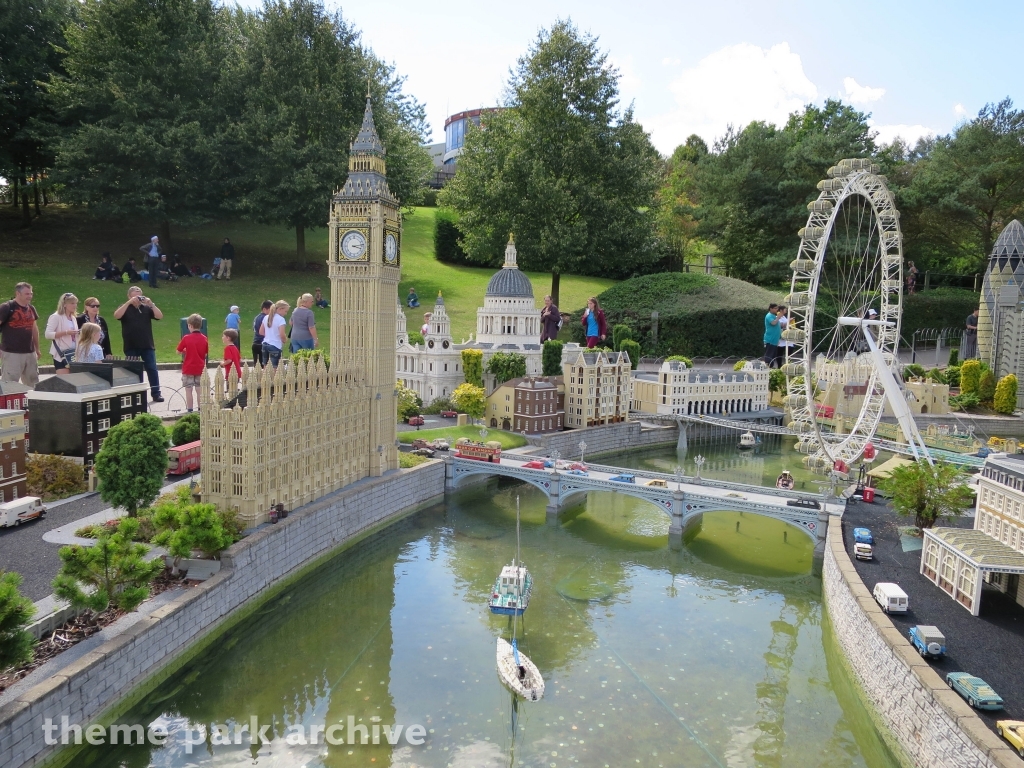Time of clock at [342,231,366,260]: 3:13
